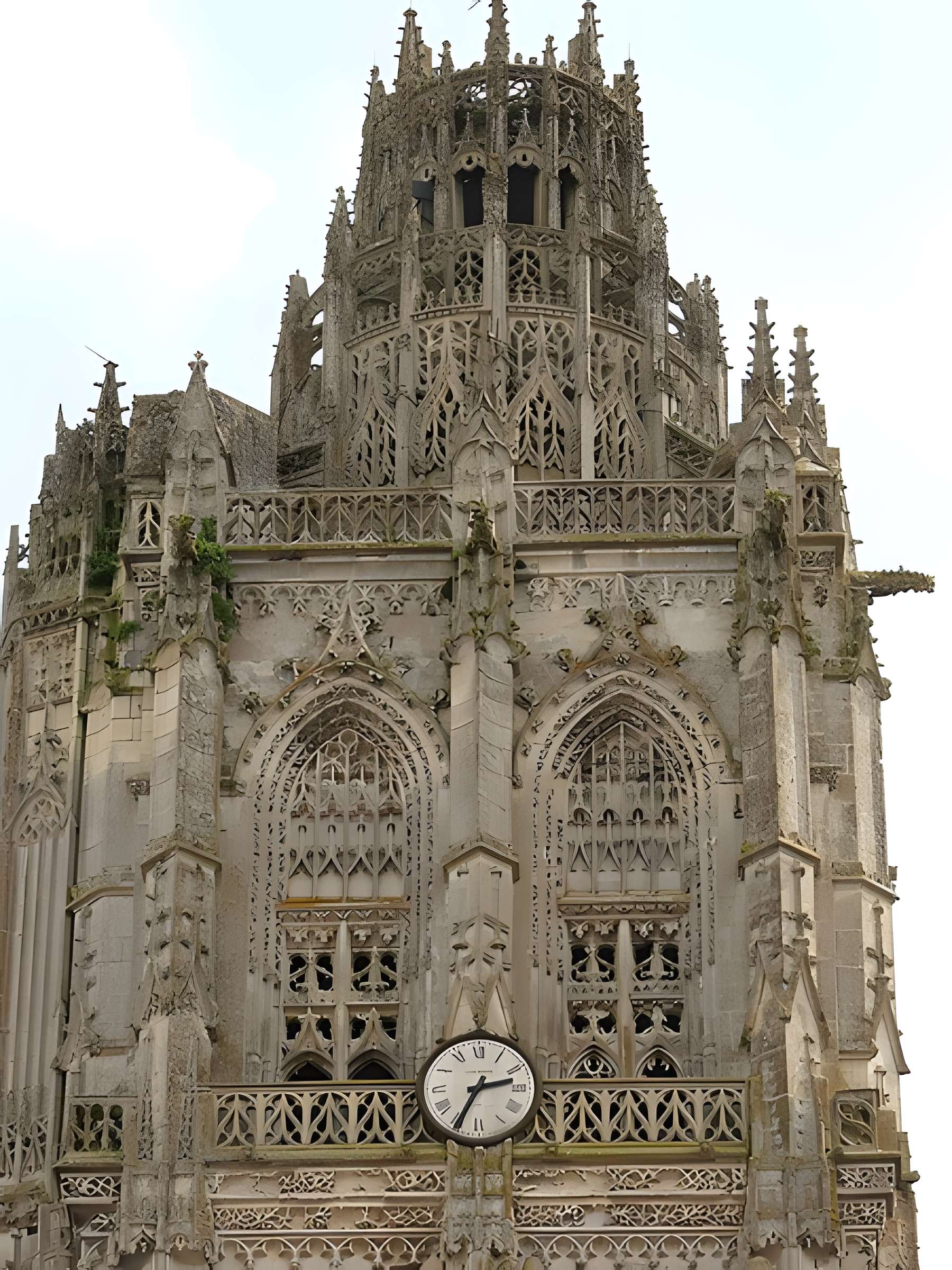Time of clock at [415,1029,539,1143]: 2:34
